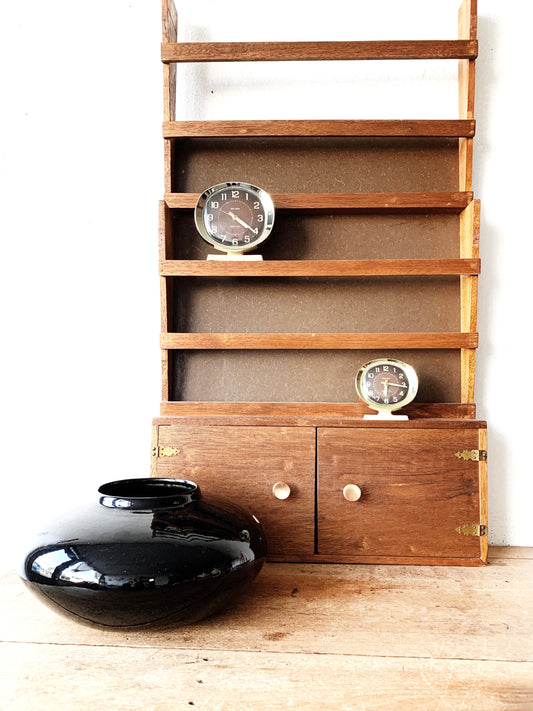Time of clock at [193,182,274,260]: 4:21
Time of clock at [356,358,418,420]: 6:16
